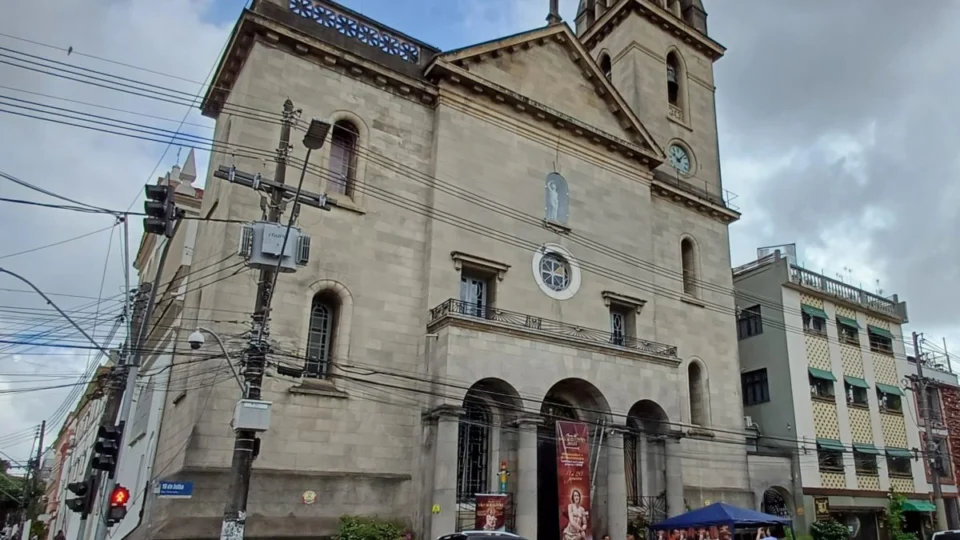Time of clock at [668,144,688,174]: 10:07
